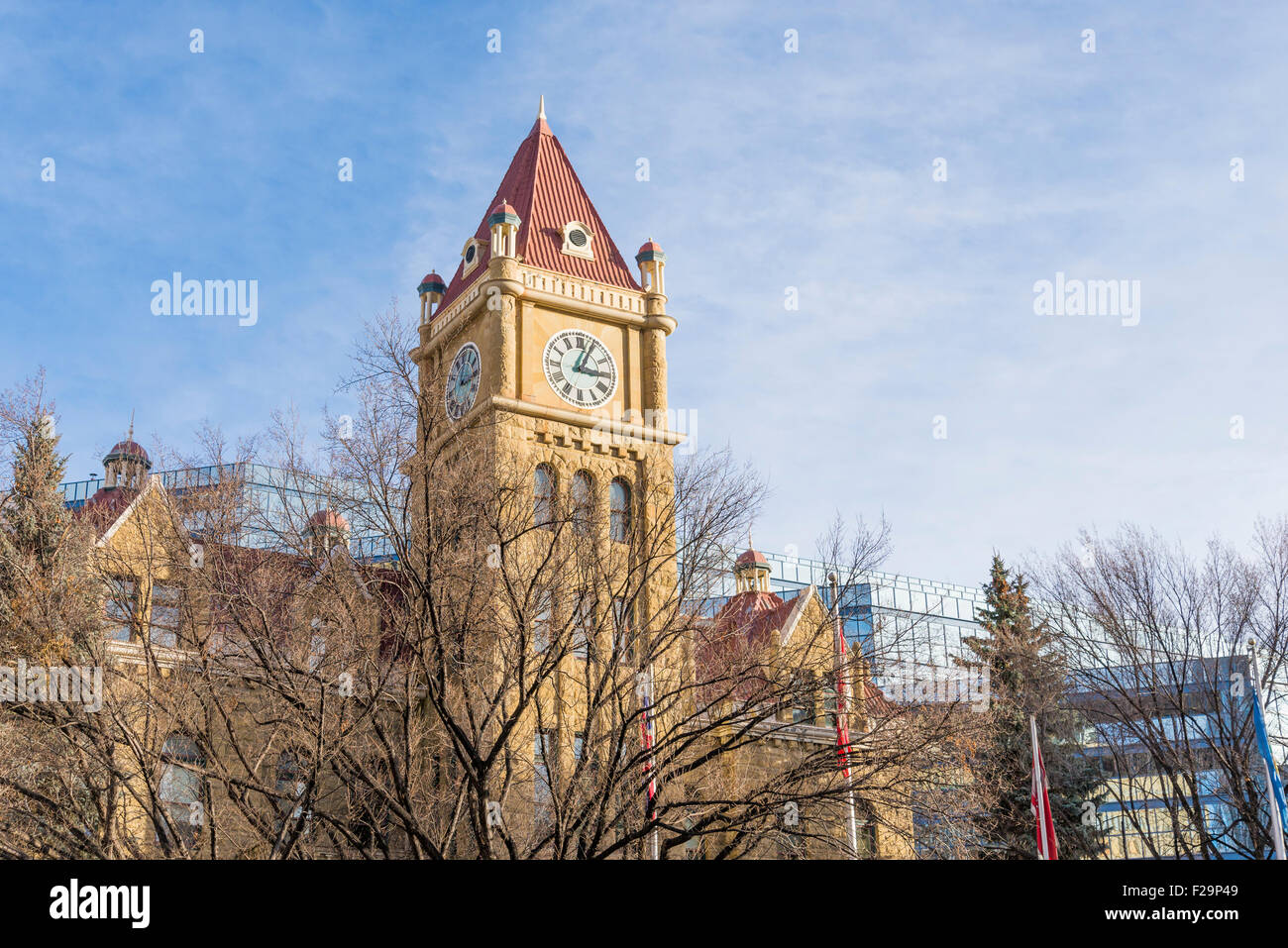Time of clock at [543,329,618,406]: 3:04
